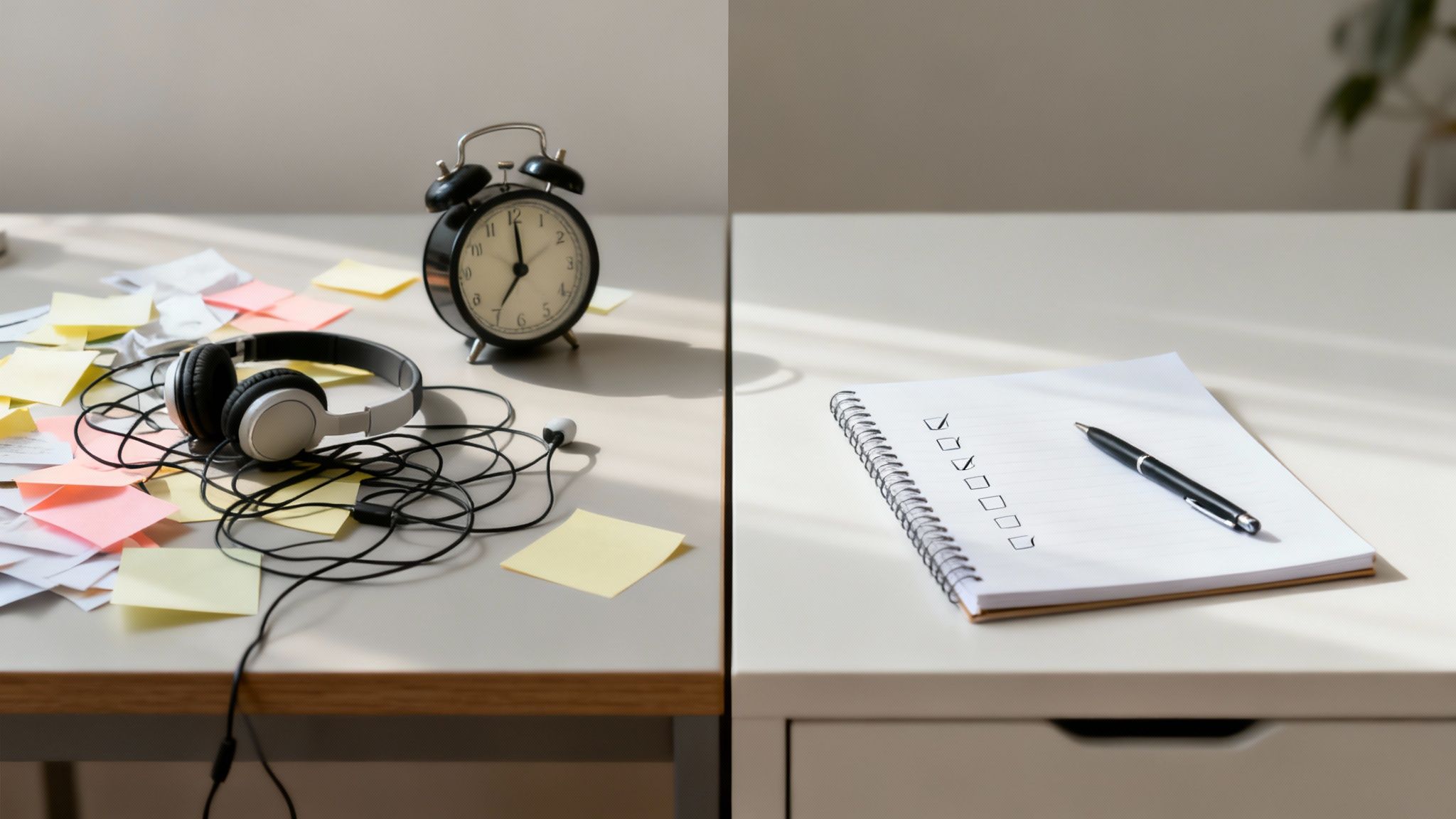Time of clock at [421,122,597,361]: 7:00
